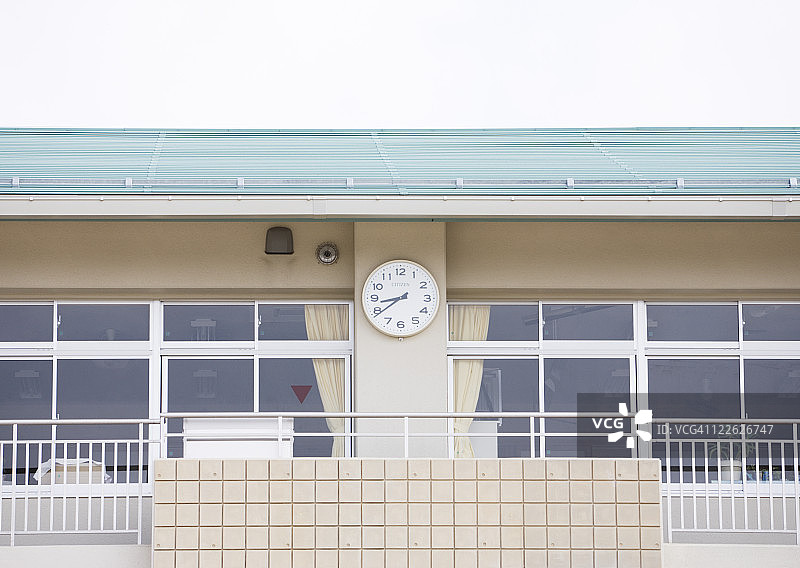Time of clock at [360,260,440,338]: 8:39
